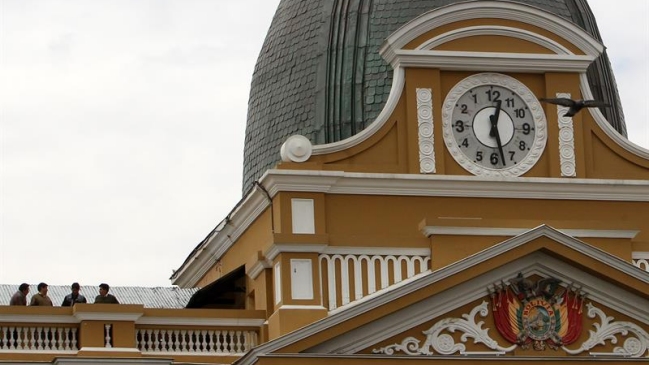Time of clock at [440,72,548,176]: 12:27
